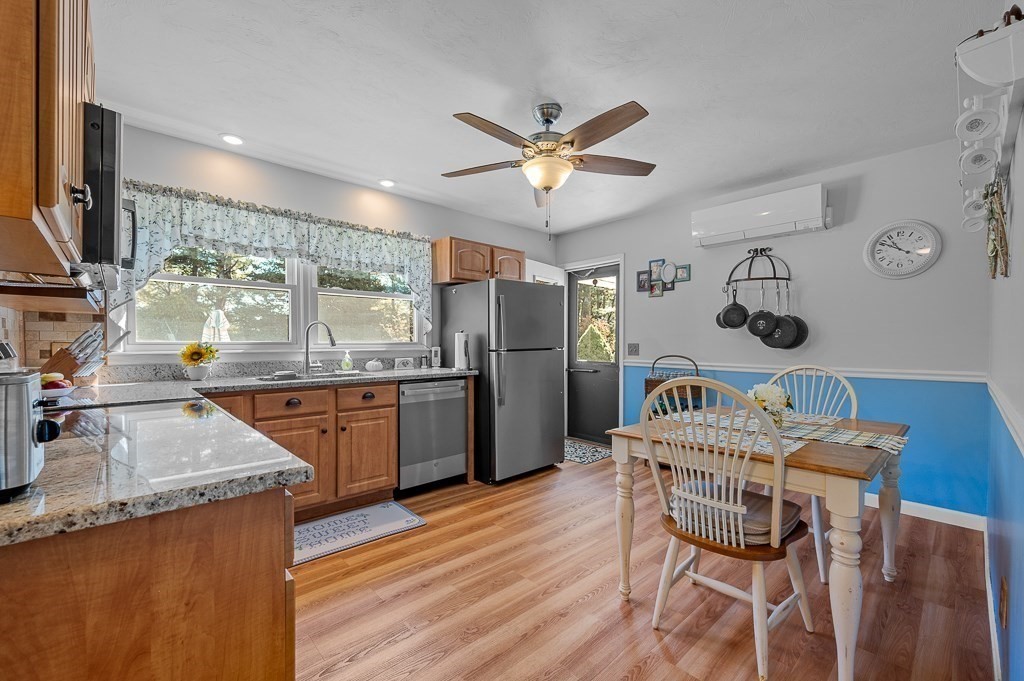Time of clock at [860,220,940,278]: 10:49
